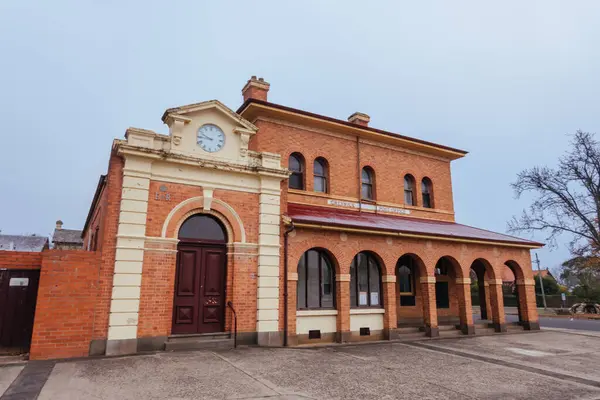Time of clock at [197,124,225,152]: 9:45
